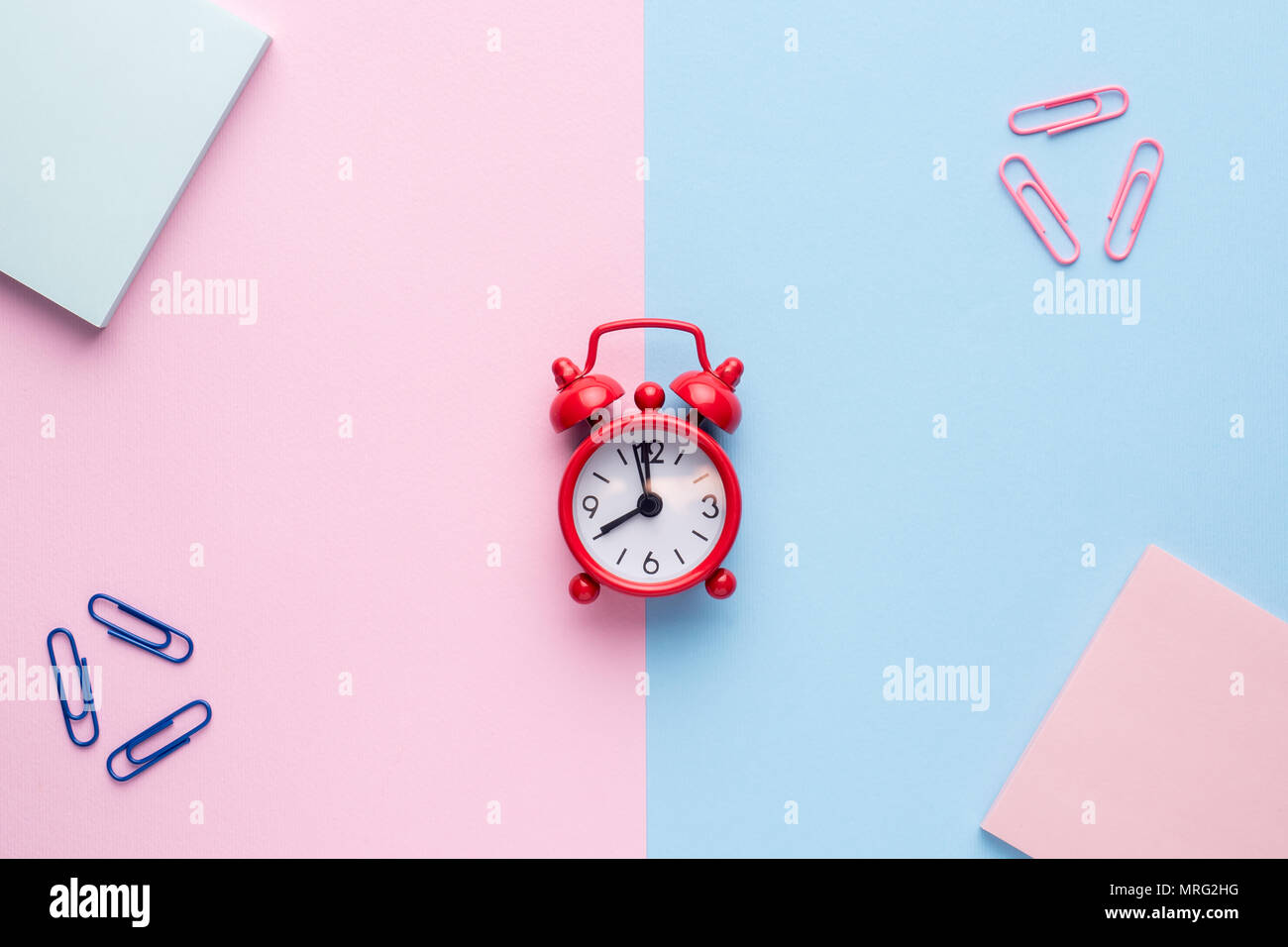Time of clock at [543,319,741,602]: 7:59
